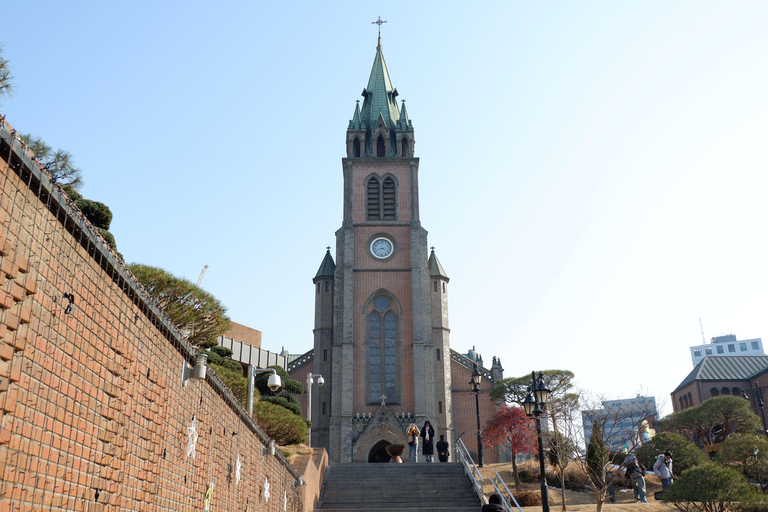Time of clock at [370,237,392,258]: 3:42
